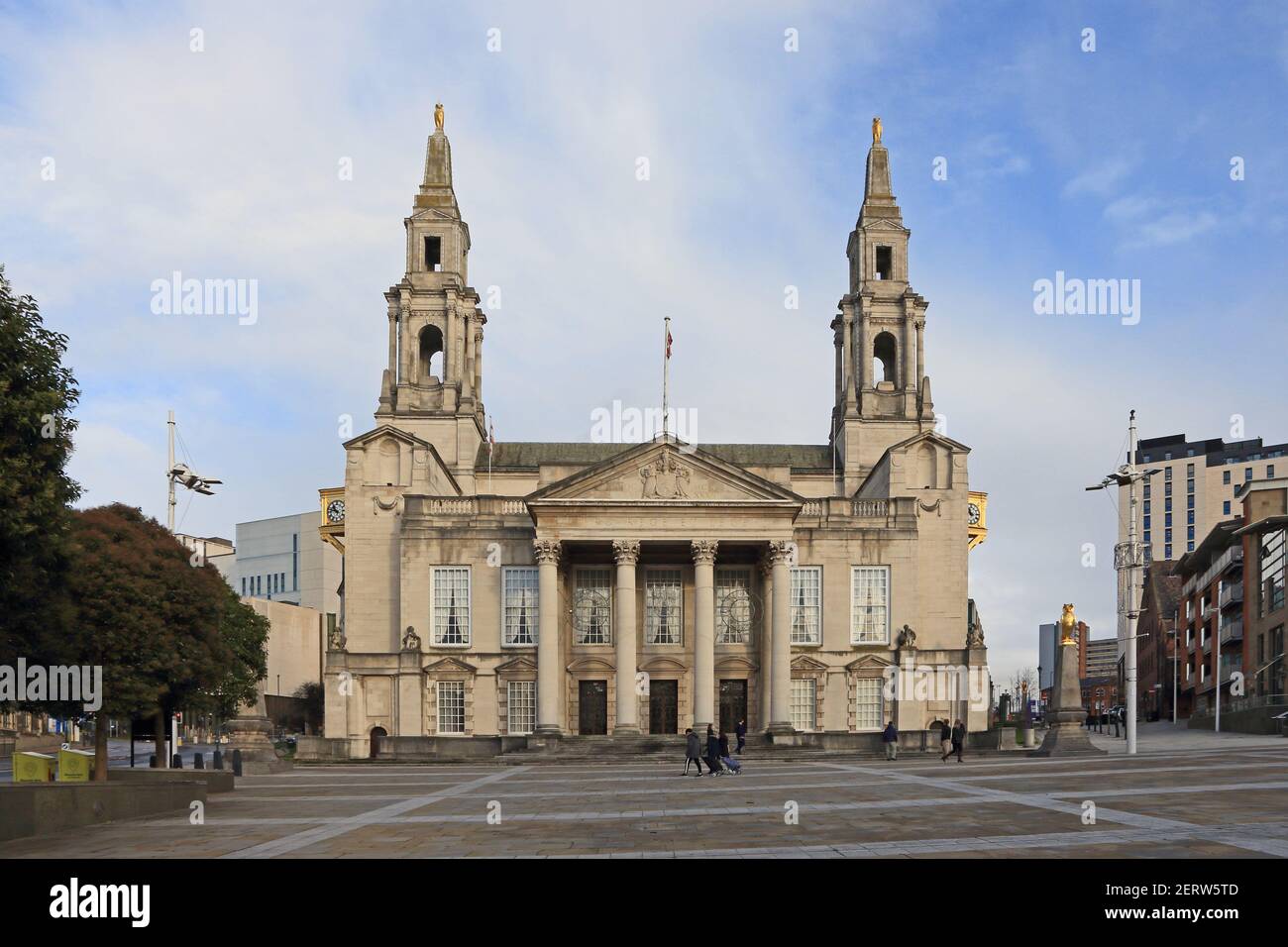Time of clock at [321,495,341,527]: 10:47
